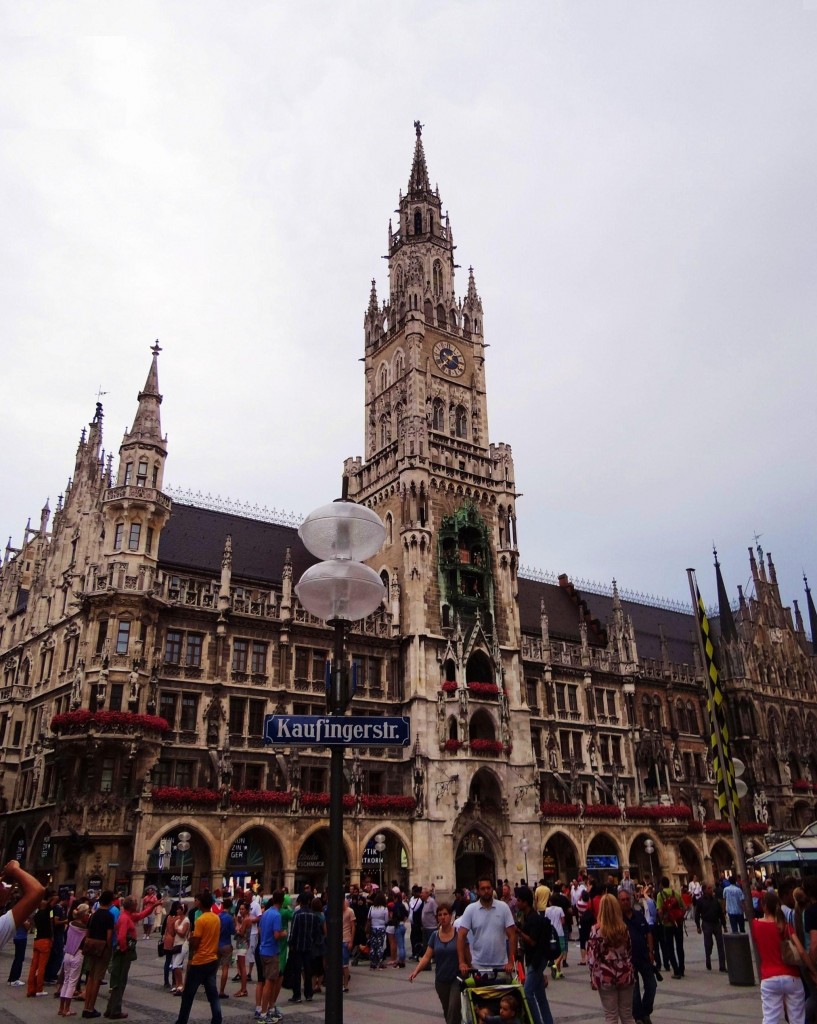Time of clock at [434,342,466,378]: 1:37
